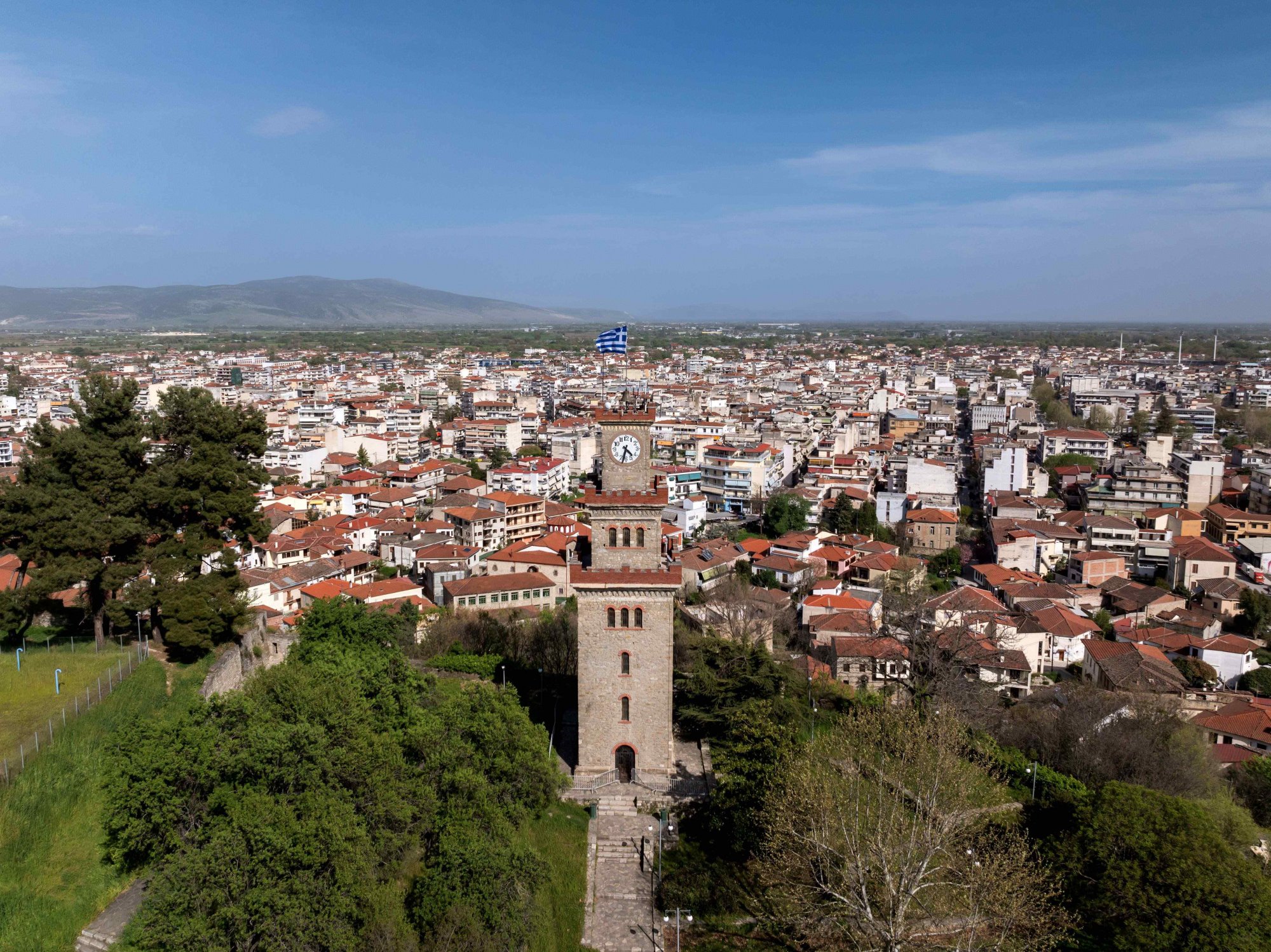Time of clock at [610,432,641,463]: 4:32
